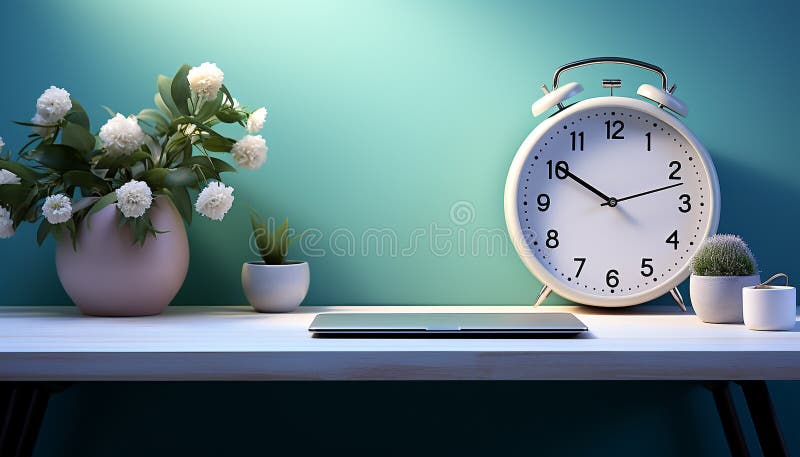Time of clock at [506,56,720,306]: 10:12
